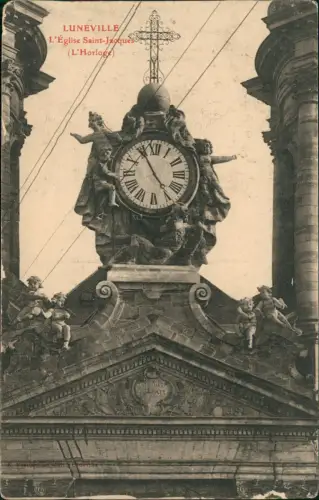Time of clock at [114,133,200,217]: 4:55
